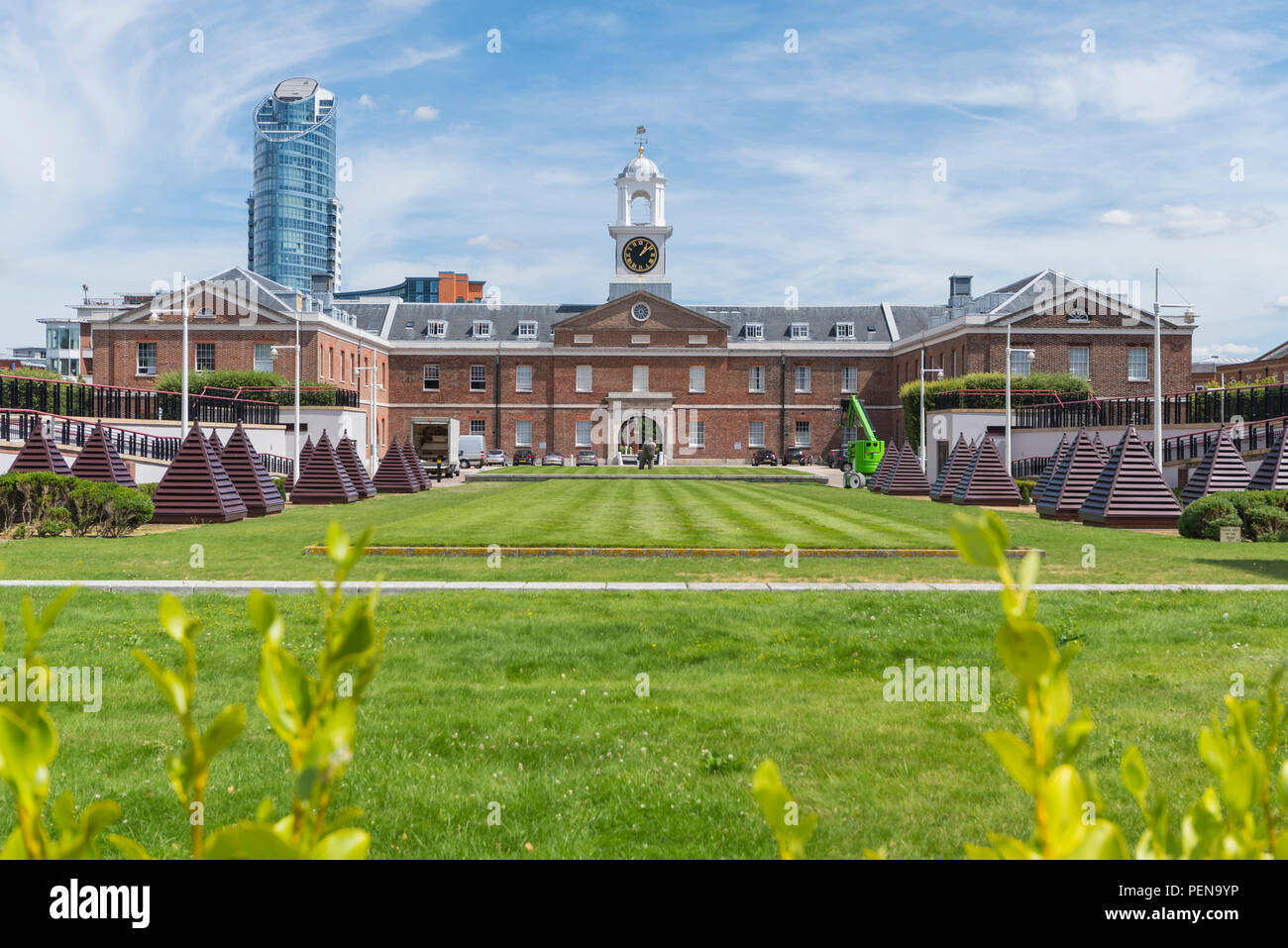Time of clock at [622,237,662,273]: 1:08
